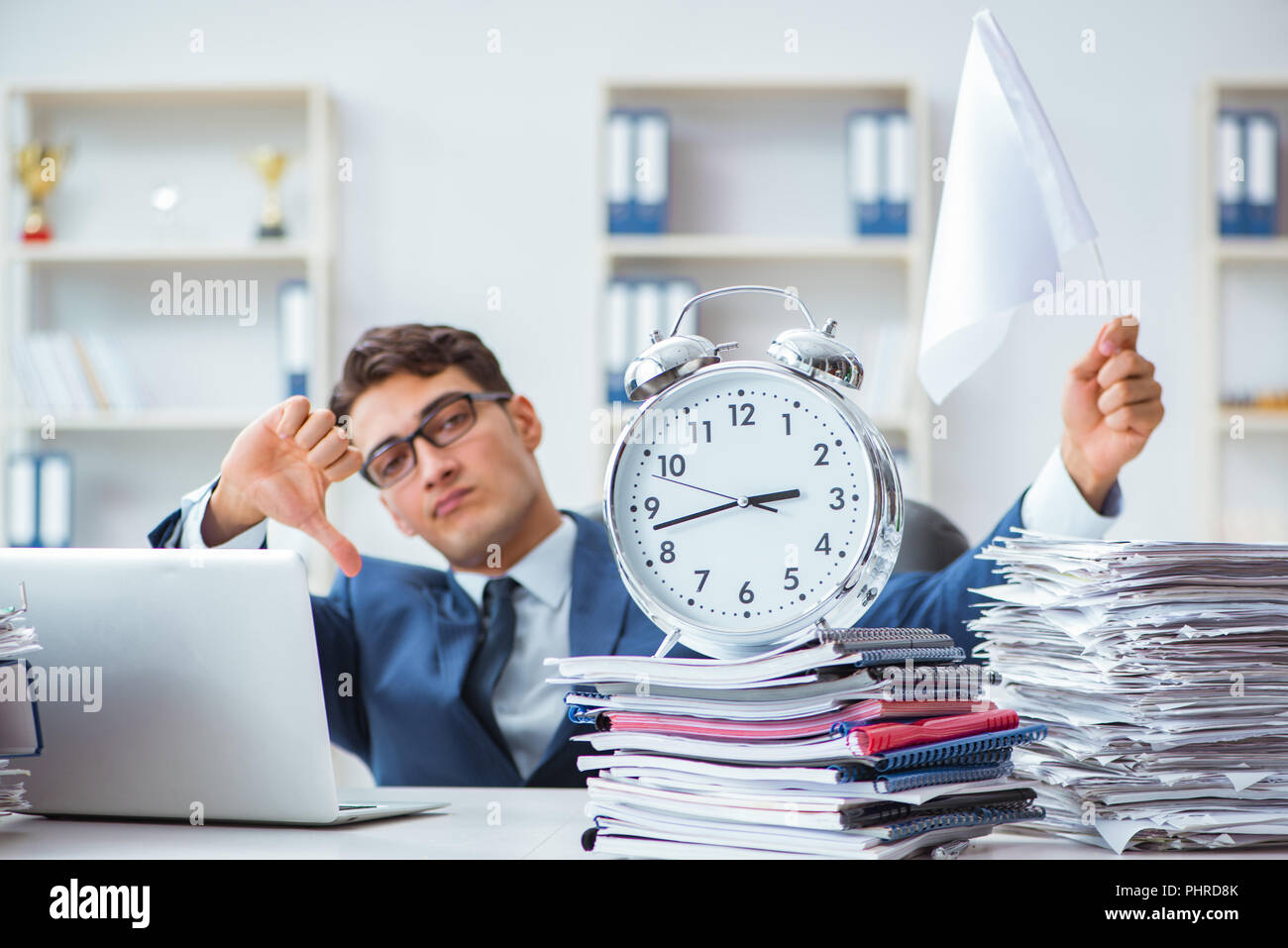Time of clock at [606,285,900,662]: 2:42
